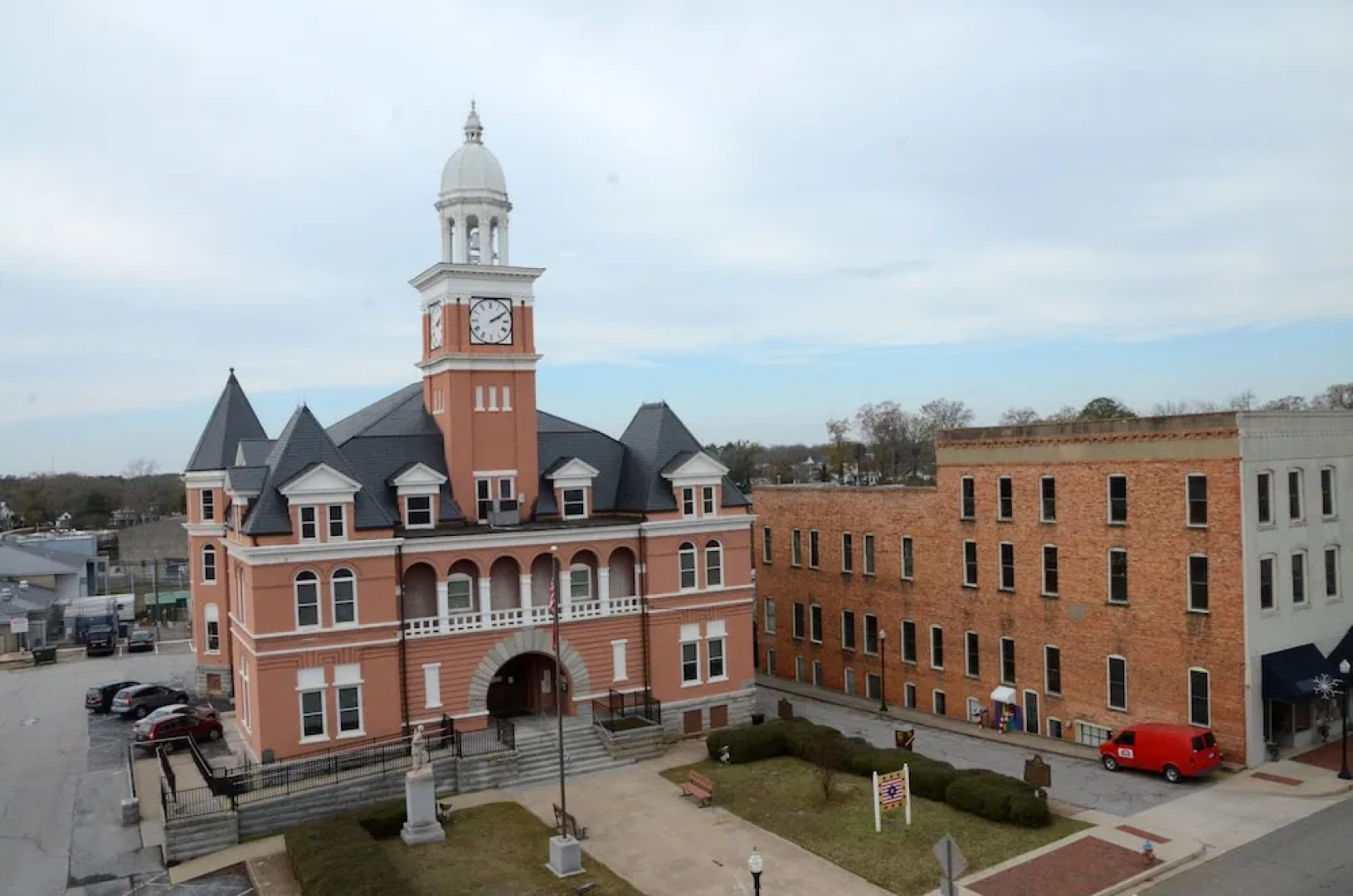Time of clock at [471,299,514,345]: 2:09
